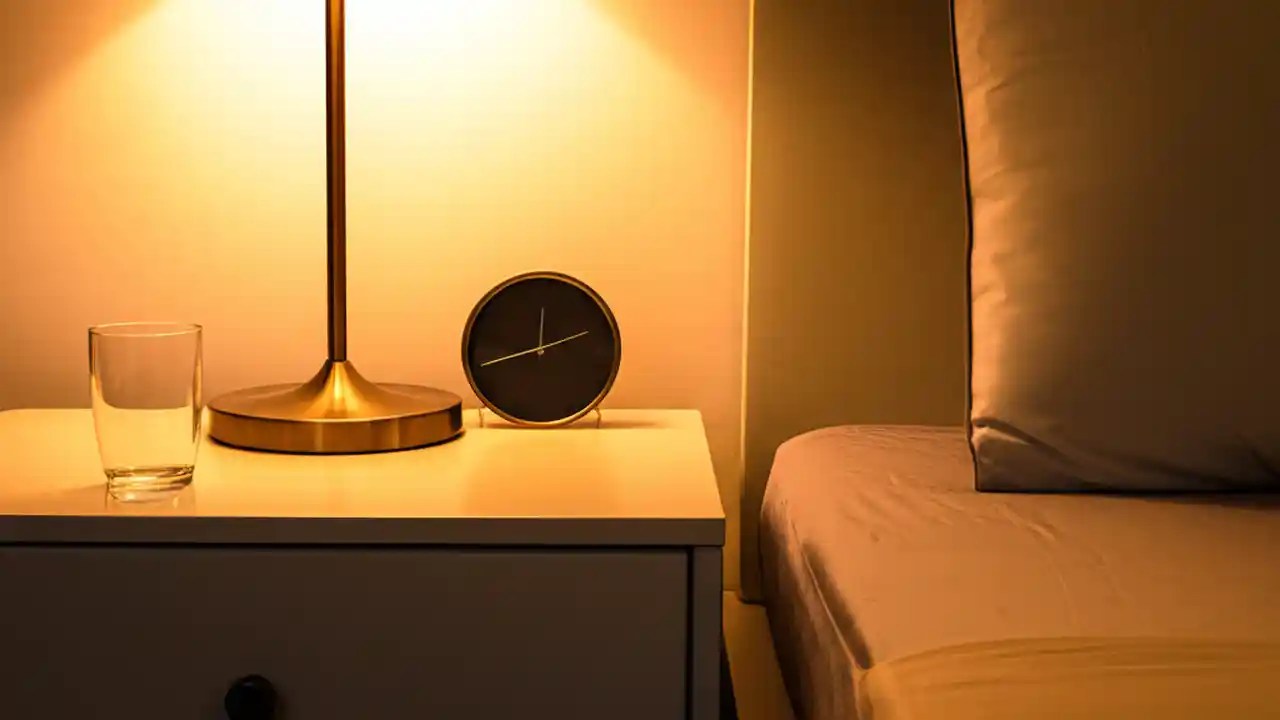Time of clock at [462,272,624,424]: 12:11
